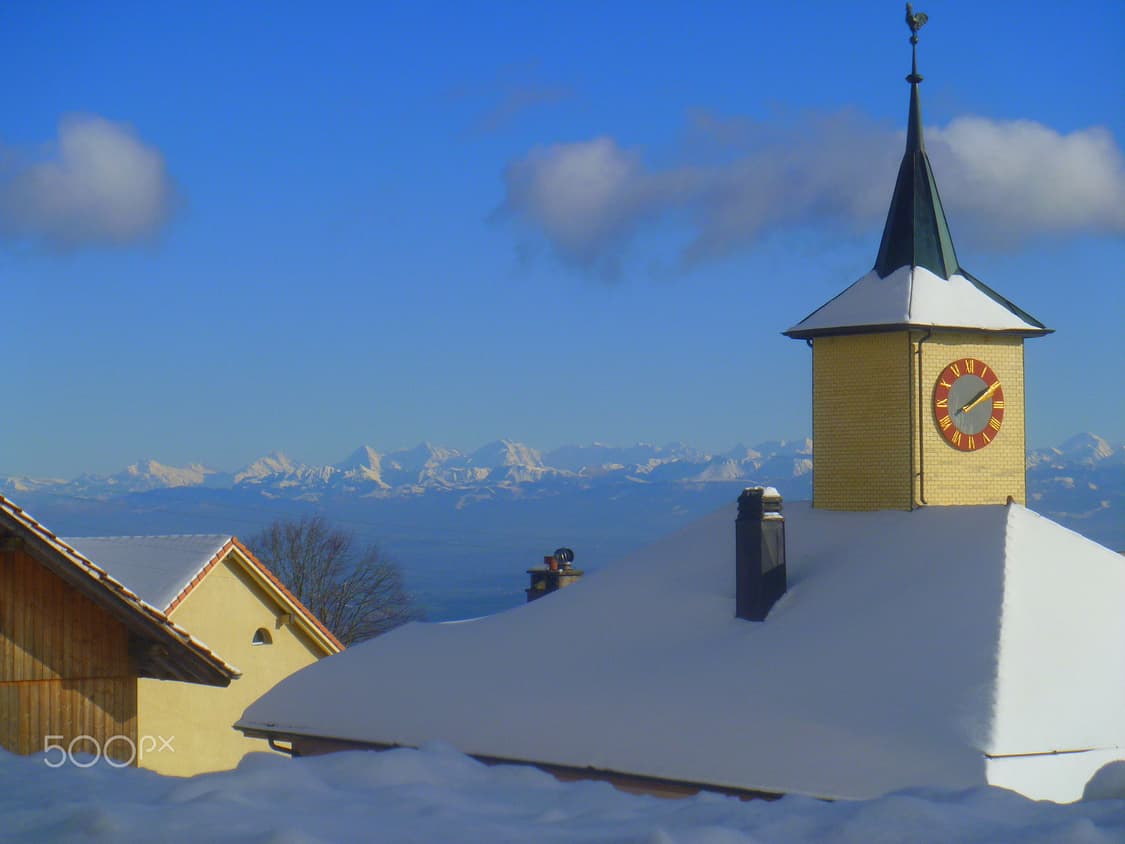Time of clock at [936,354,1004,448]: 2:09
